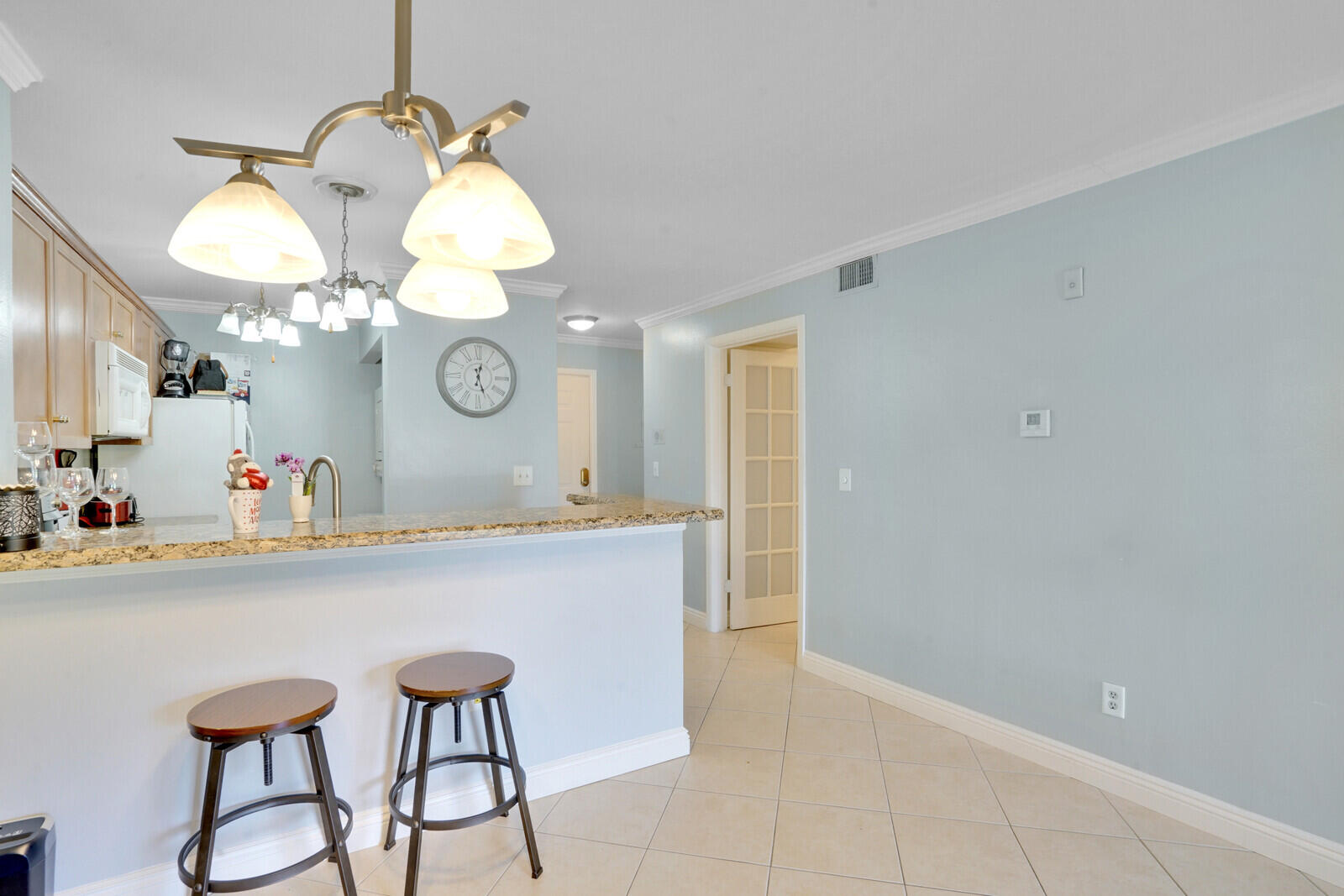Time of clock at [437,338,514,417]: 12:26
